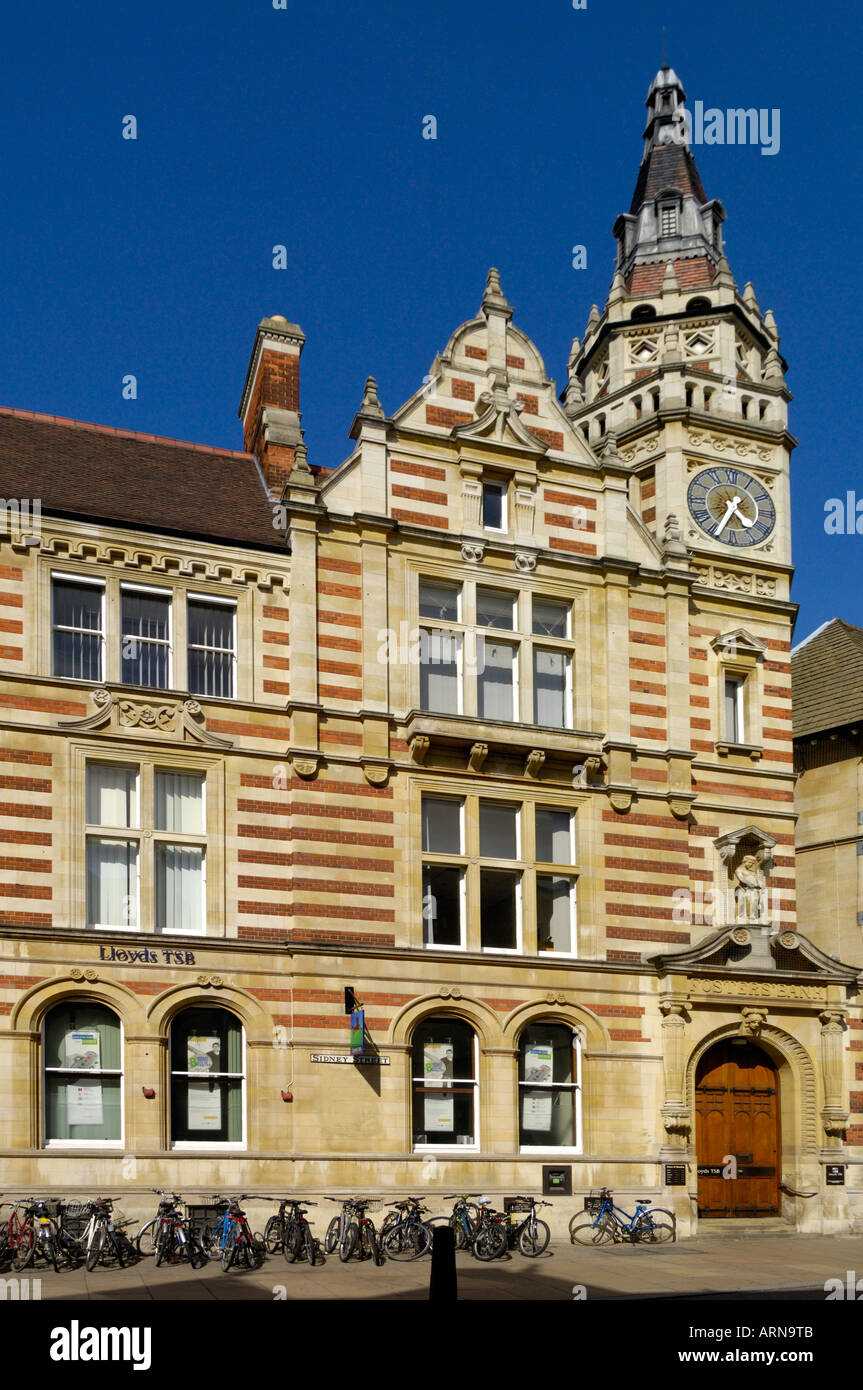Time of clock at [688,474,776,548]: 4:34
